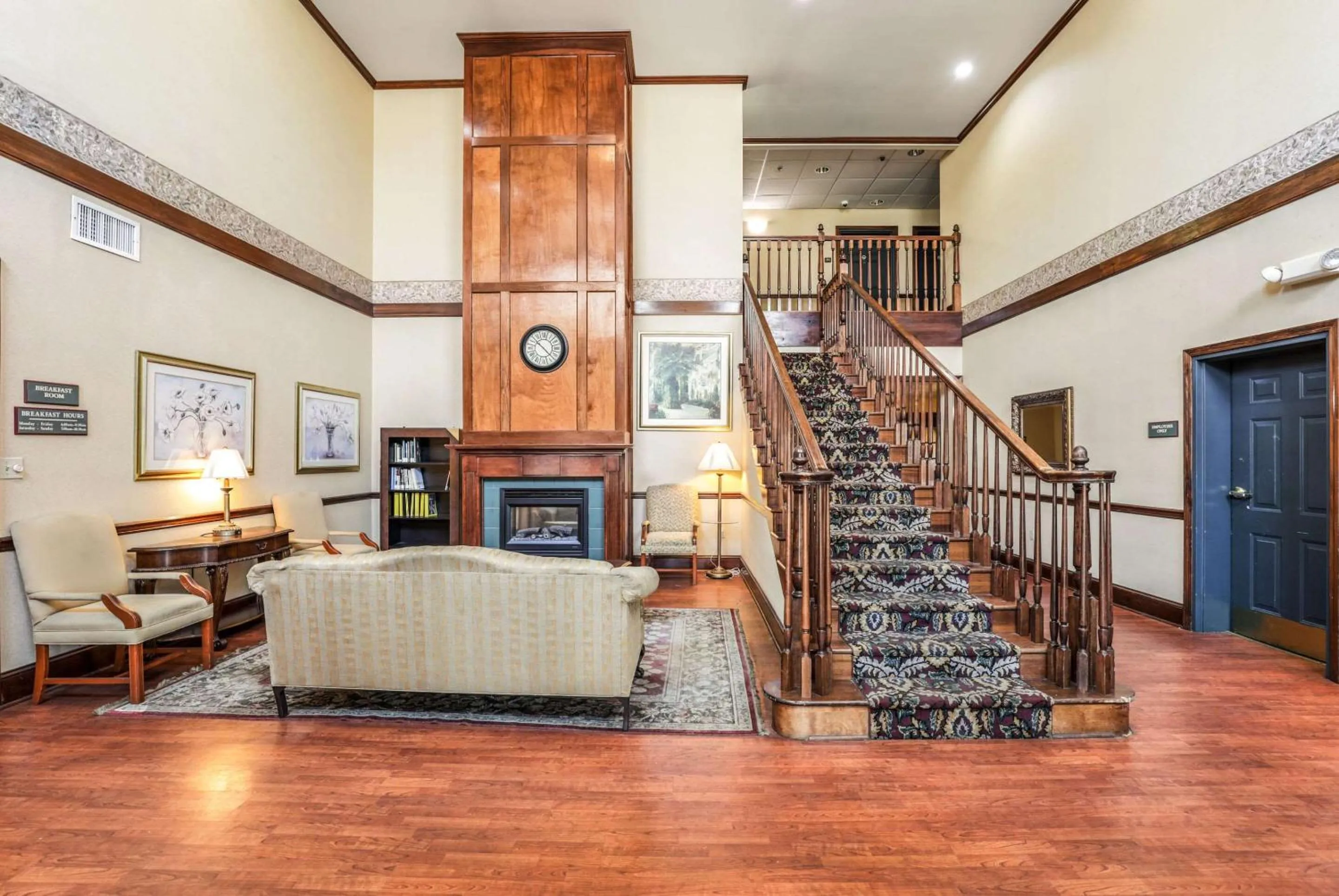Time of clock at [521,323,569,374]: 10:22
